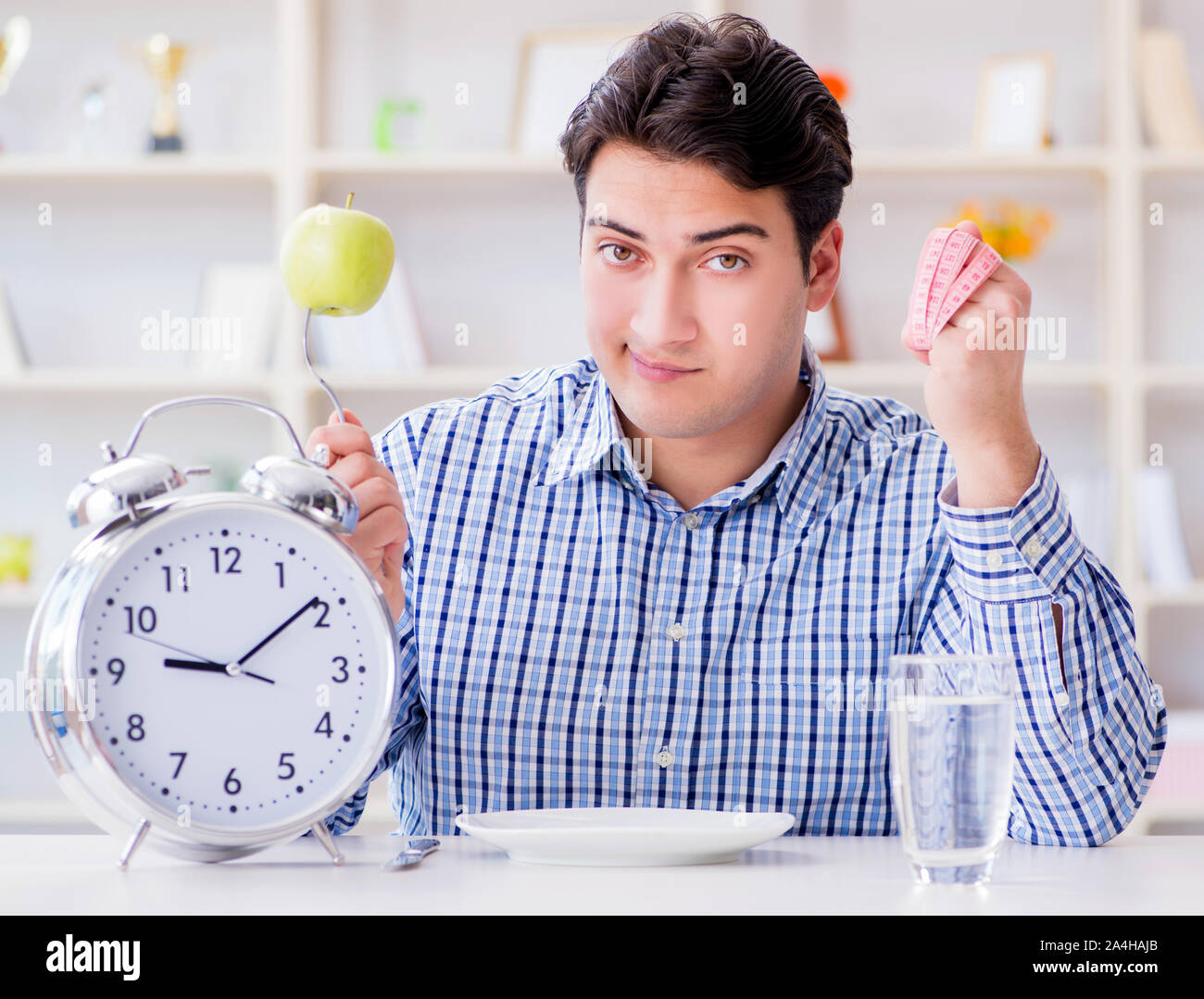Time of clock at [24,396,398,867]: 9:09
